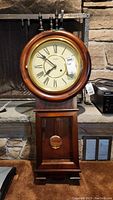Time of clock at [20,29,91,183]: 7:51
